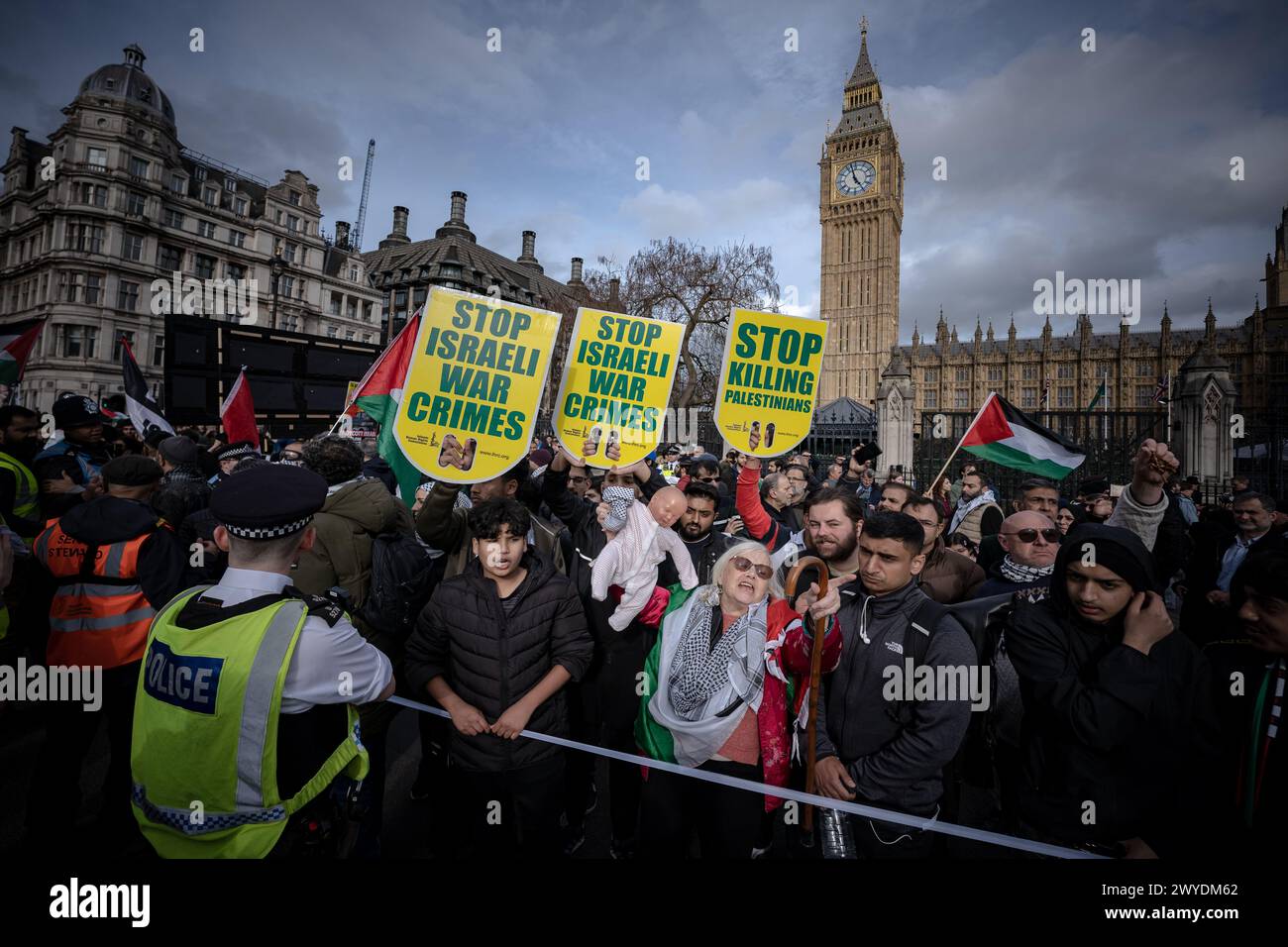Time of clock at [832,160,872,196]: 4:57
